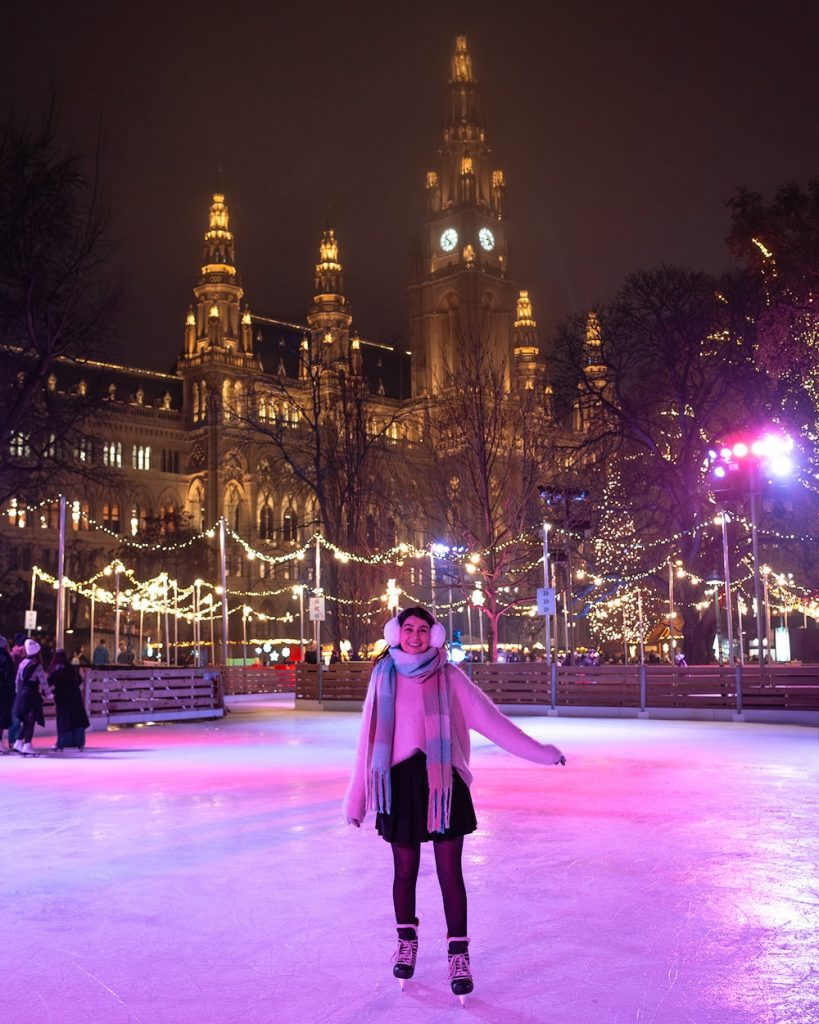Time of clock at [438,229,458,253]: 6:22
